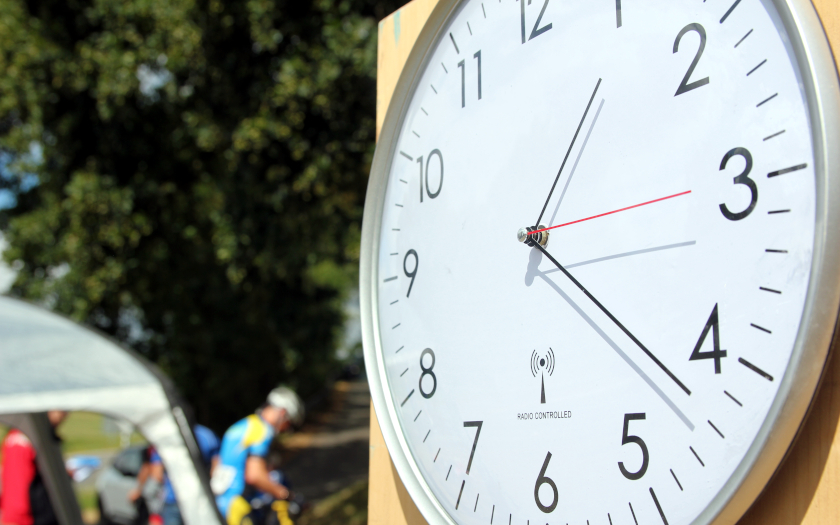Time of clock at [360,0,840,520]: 1:21
